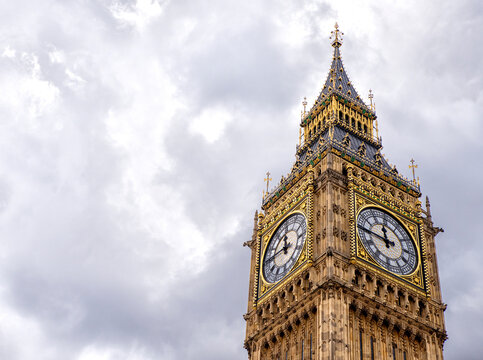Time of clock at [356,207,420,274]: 11:45
